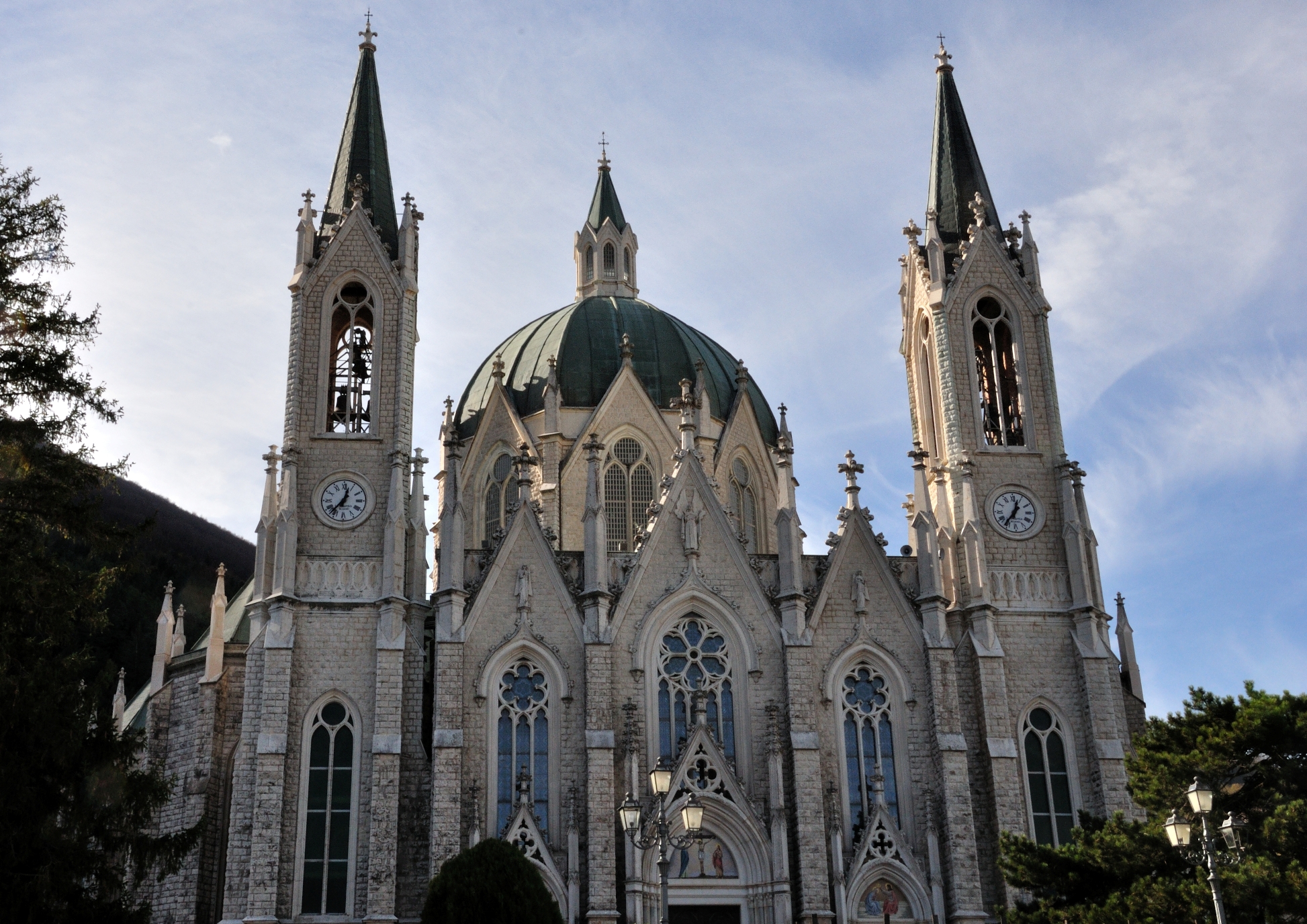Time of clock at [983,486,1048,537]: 12:36
